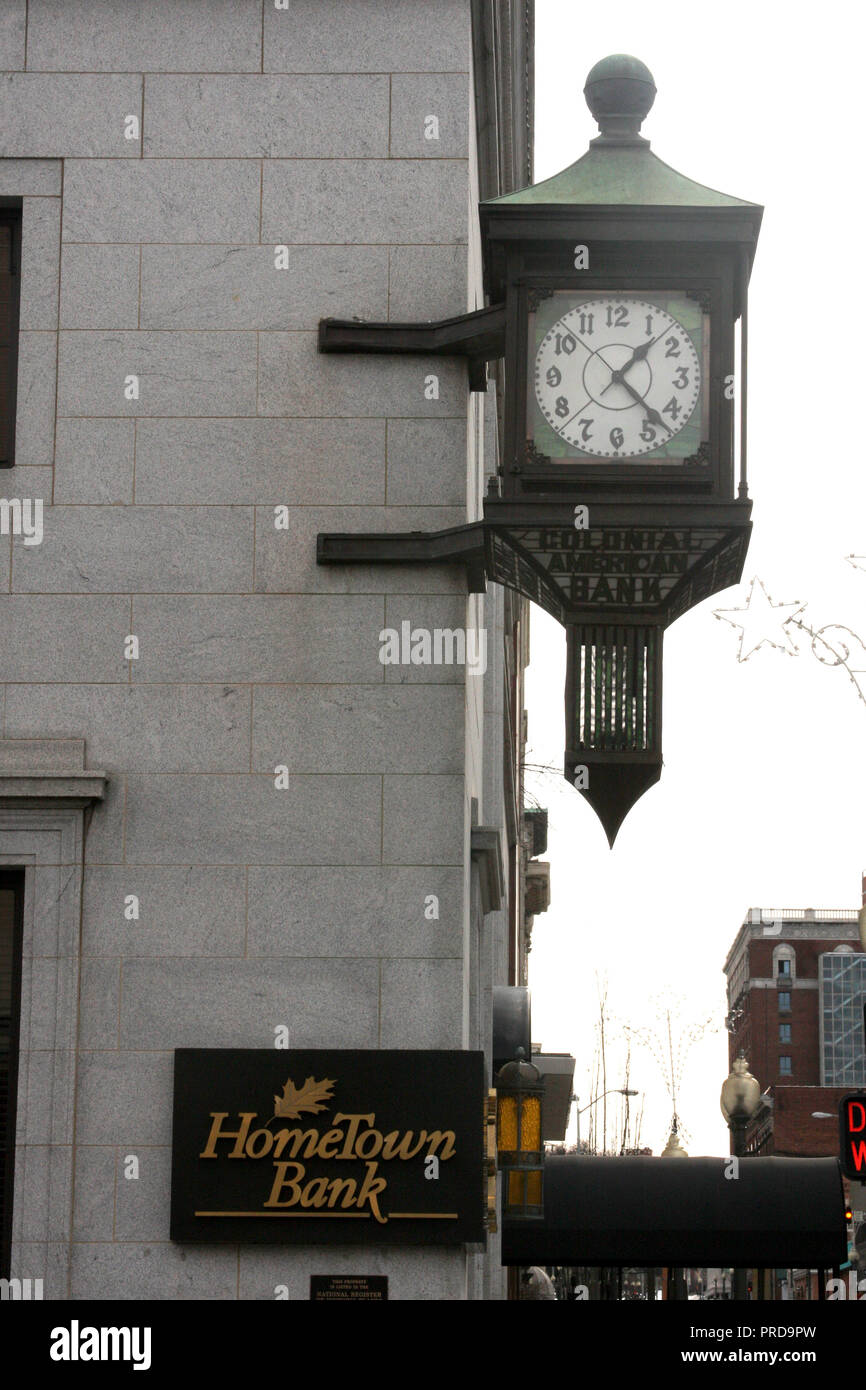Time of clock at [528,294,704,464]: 1:22
